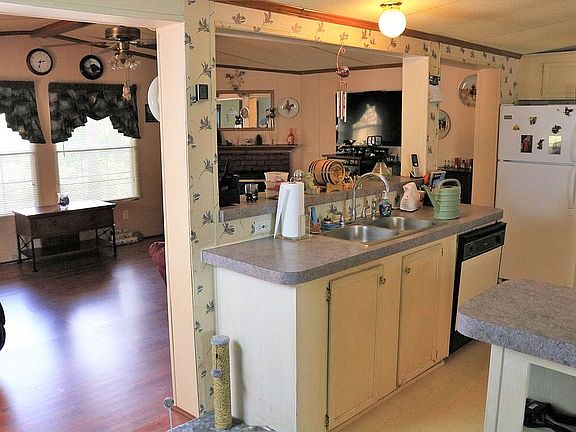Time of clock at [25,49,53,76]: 2:33
